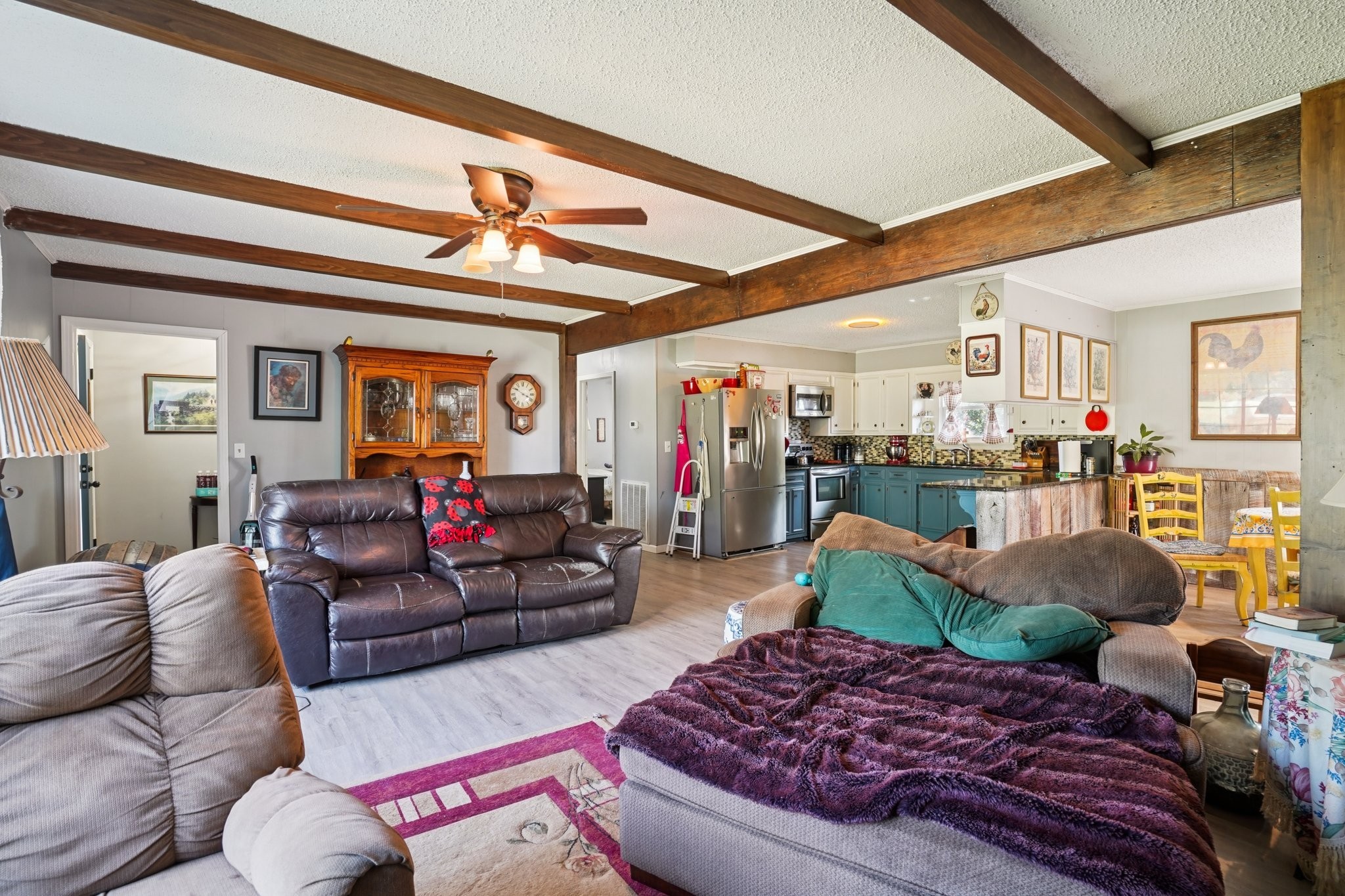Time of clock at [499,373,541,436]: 3:50
